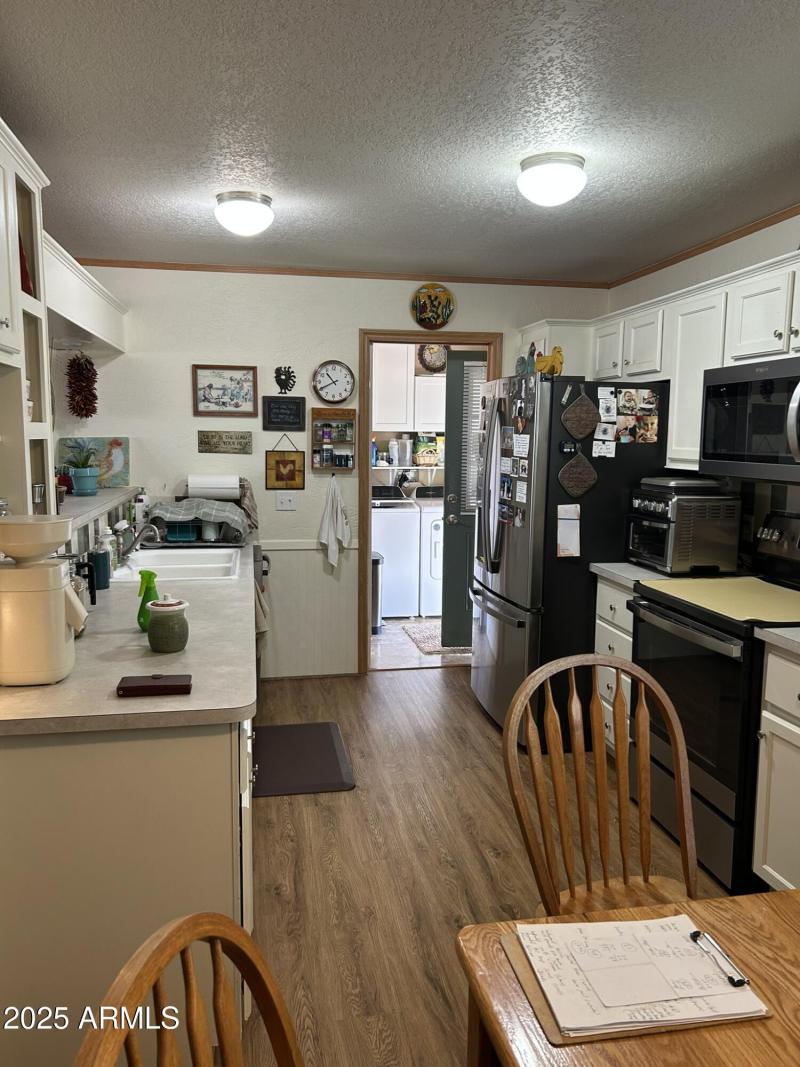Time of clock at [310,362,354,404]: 10:40
